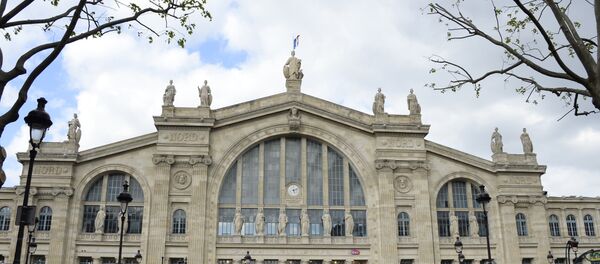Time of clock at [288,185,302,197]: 5:11
